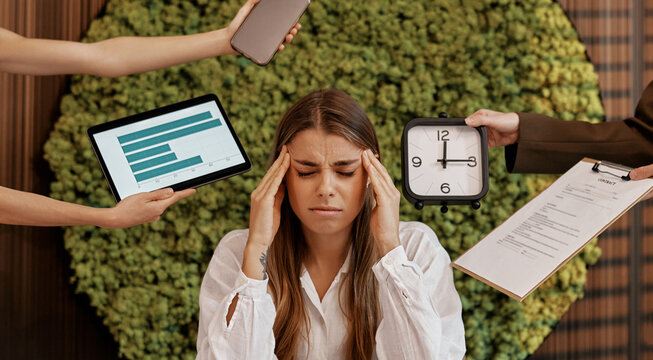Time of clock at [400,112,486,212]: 12:14
